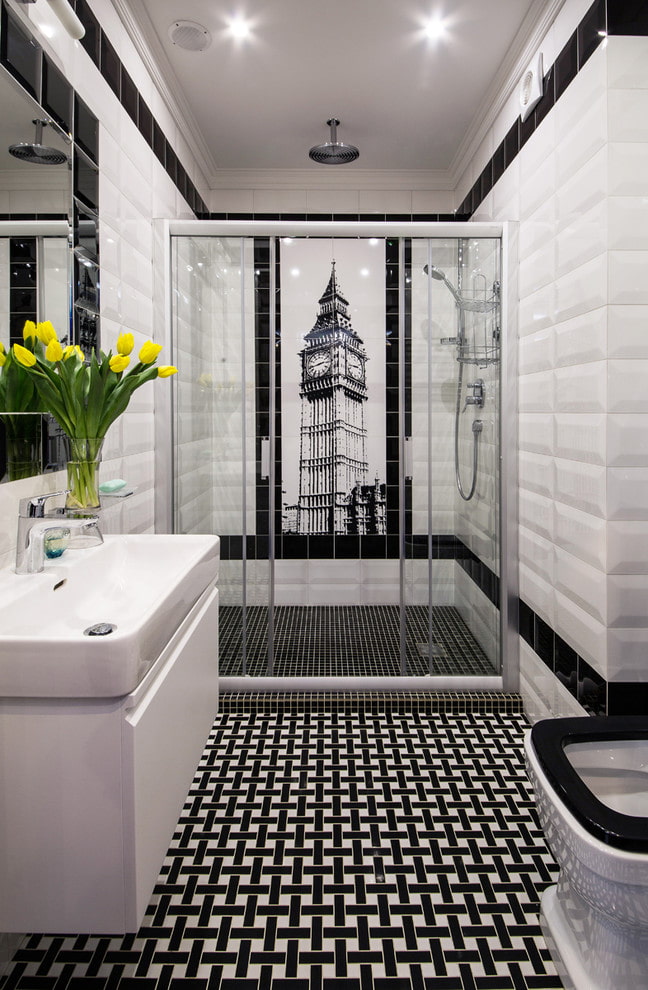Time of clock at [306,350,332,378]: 2:43
